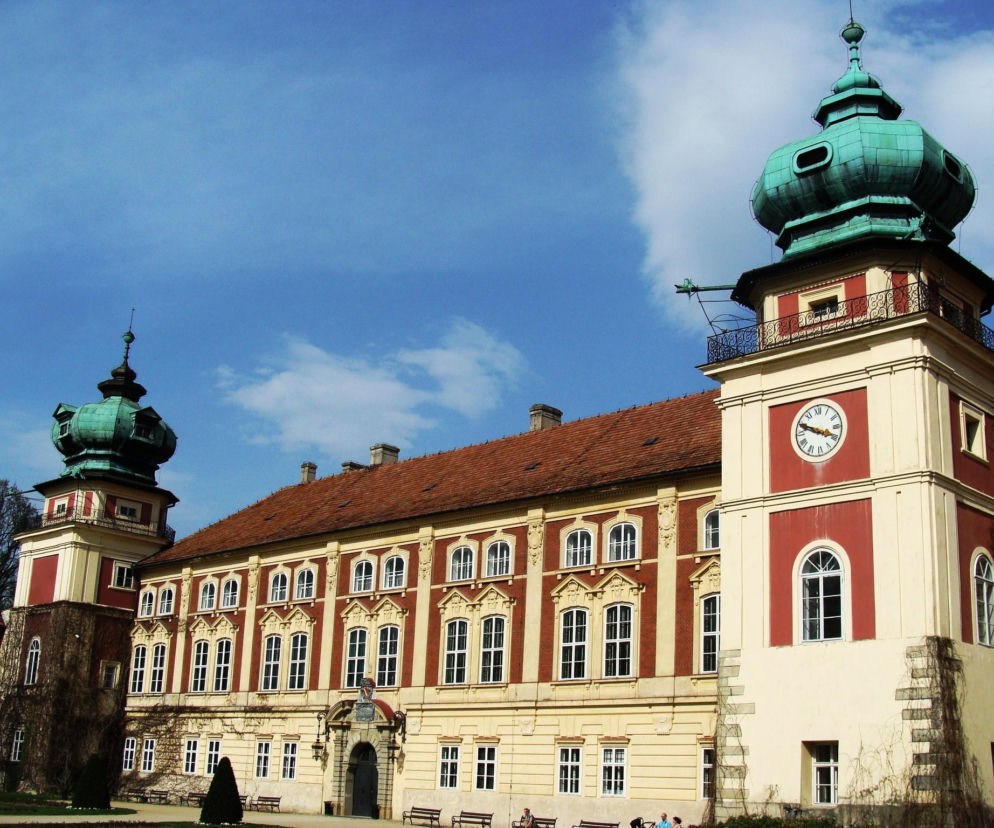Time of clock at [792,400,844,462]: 3:48
